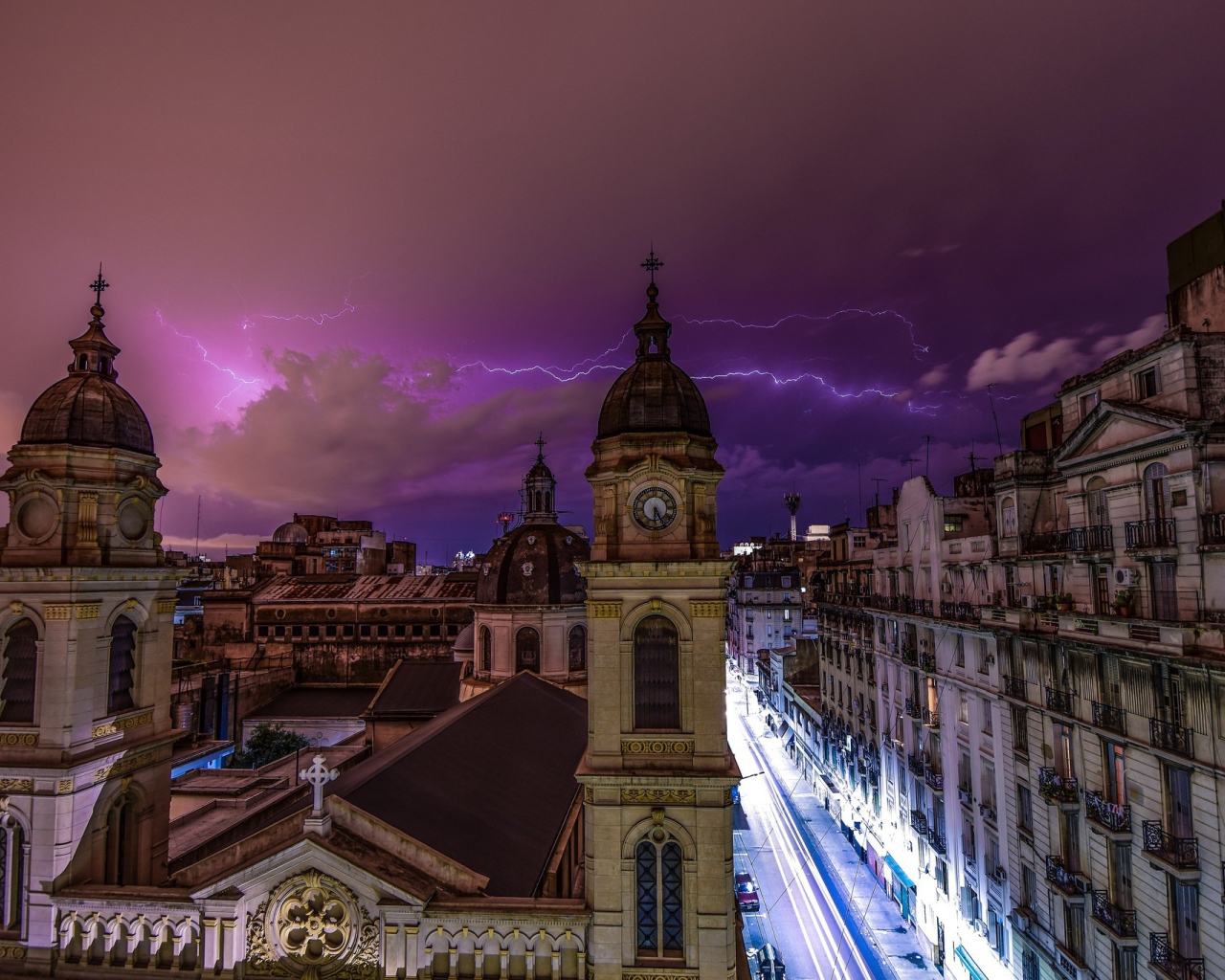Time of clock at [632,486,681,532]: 6:25
